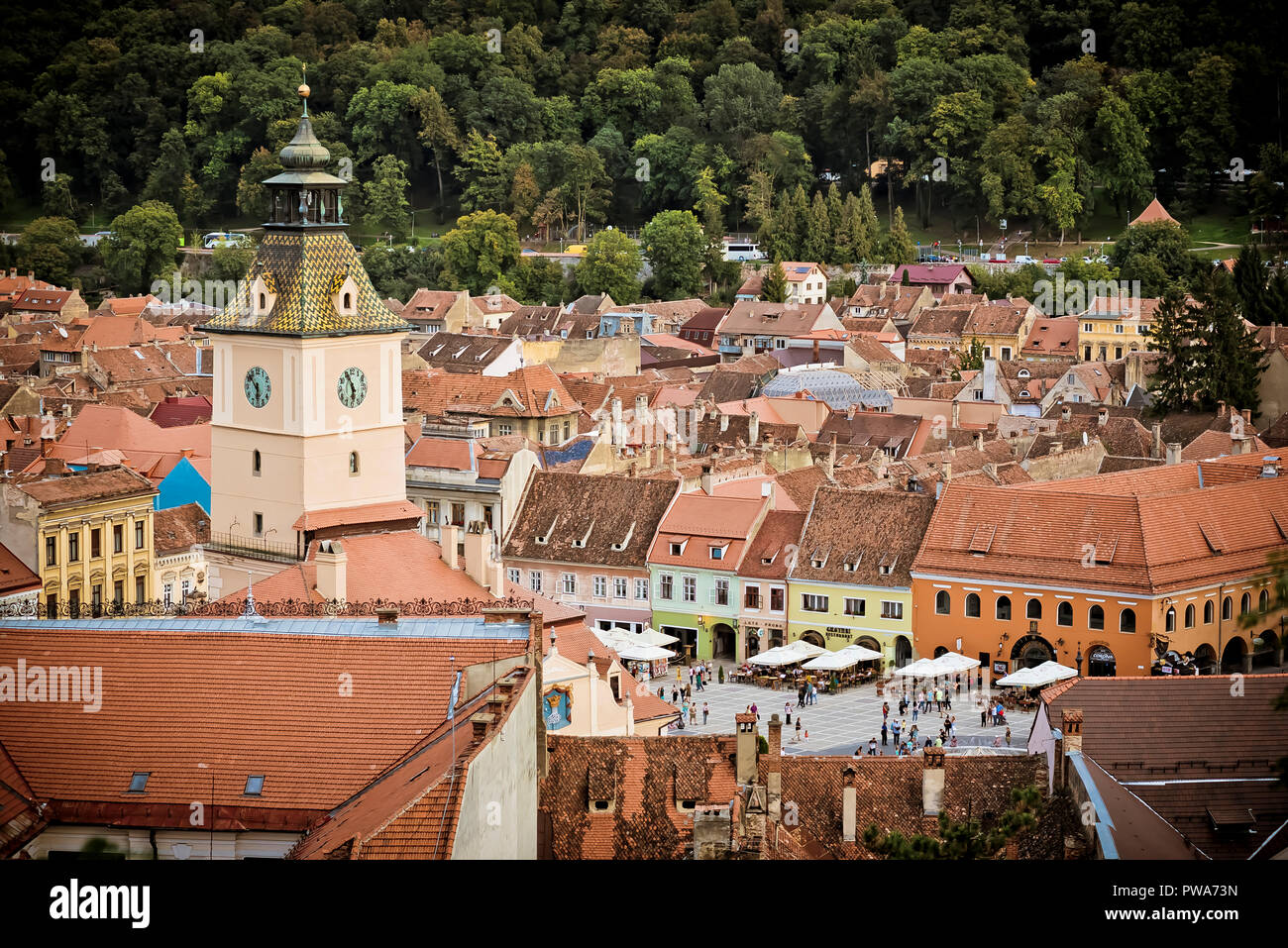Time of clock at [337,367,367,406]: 5:55
